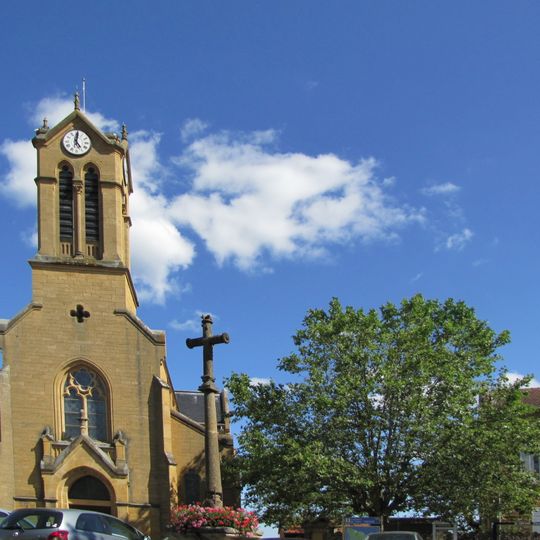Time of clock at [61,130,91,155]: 5:01
